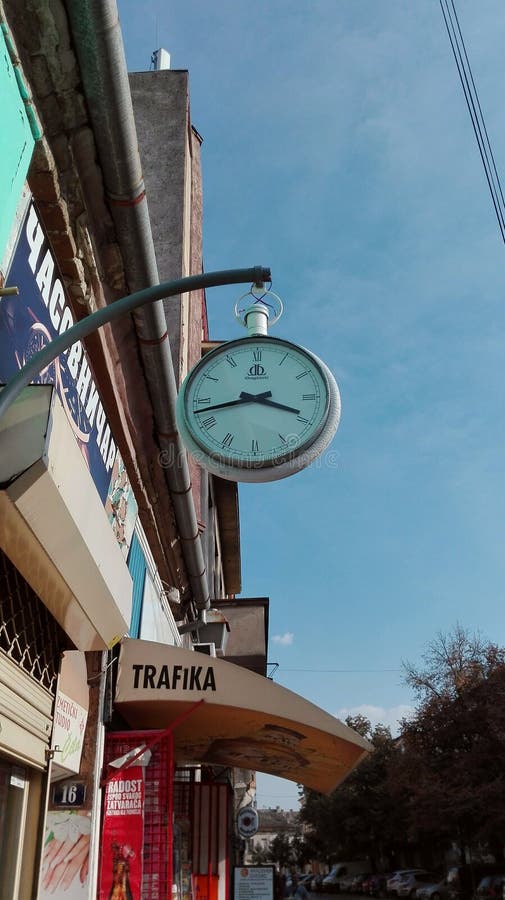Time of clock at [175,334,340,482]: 3:42
